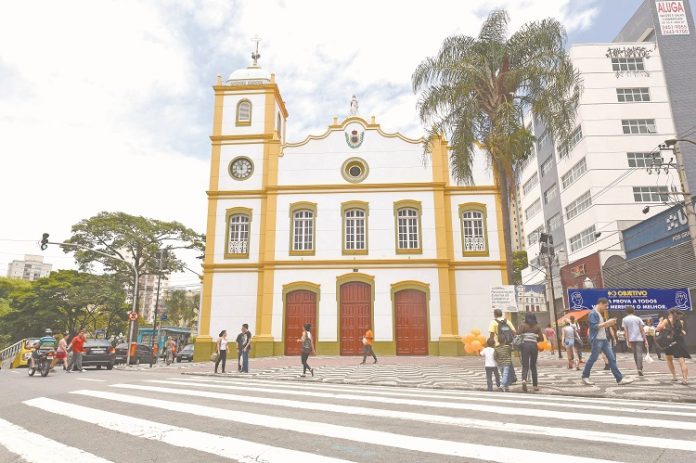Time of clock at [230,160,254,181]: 11:55
